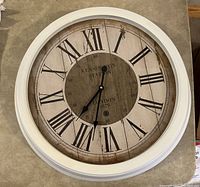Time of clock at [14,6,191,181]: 7:33
